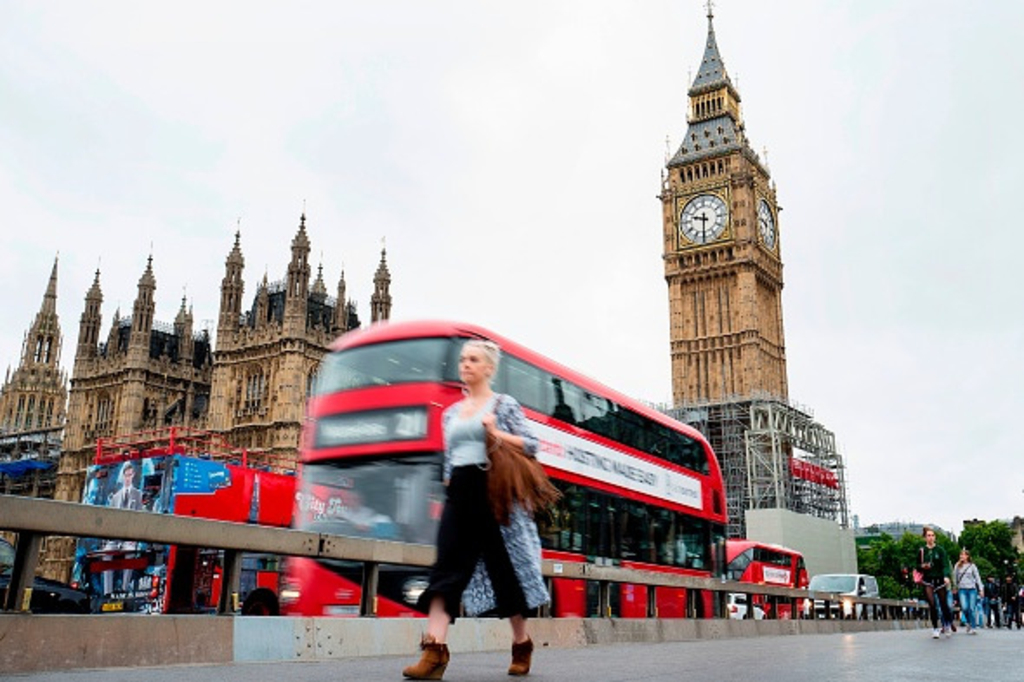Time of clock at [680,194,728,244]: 9:31
